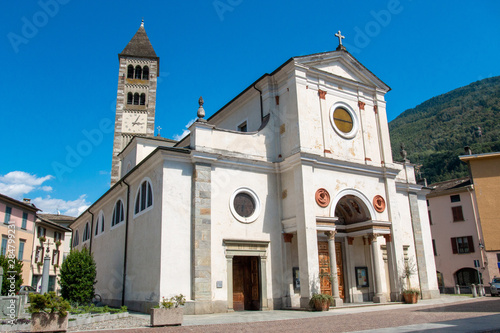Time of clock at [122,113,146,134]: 3:04
